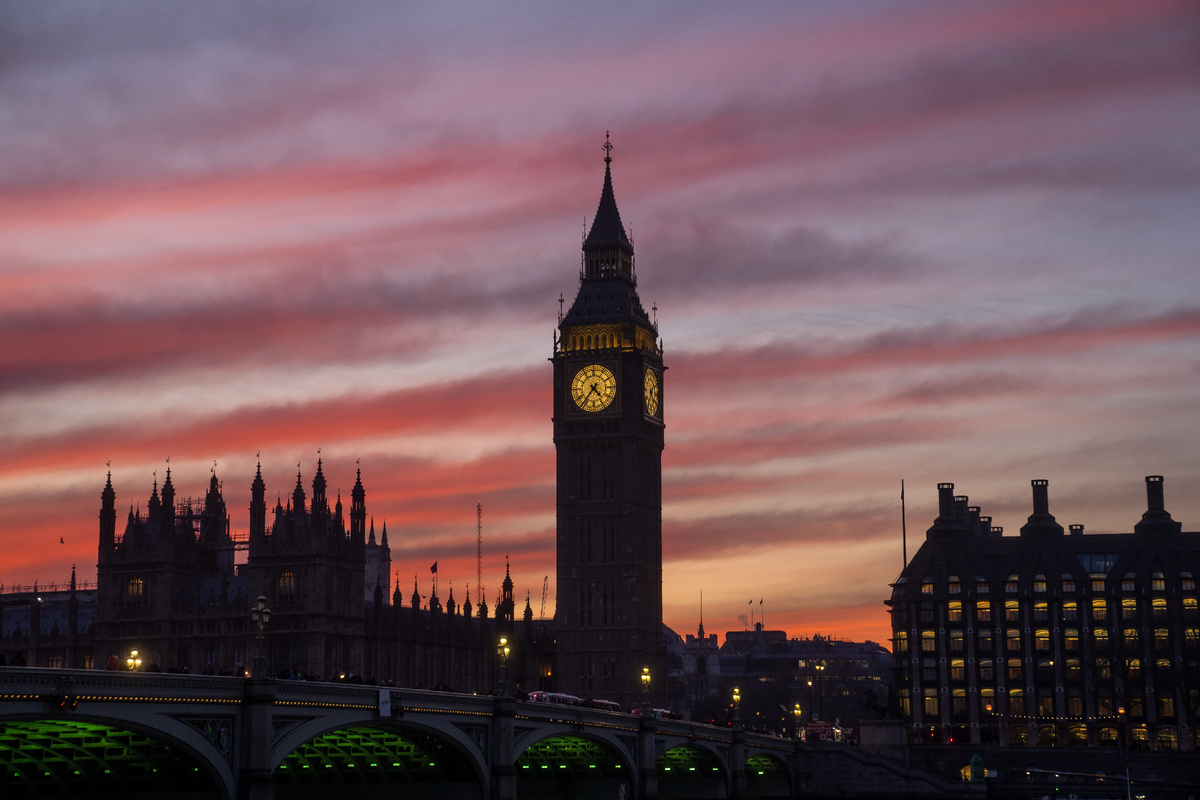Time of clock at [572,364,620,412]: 4:36
